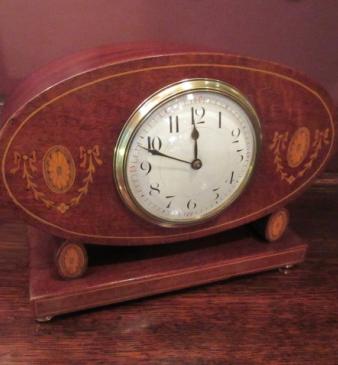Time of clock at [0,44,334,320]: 11:48
